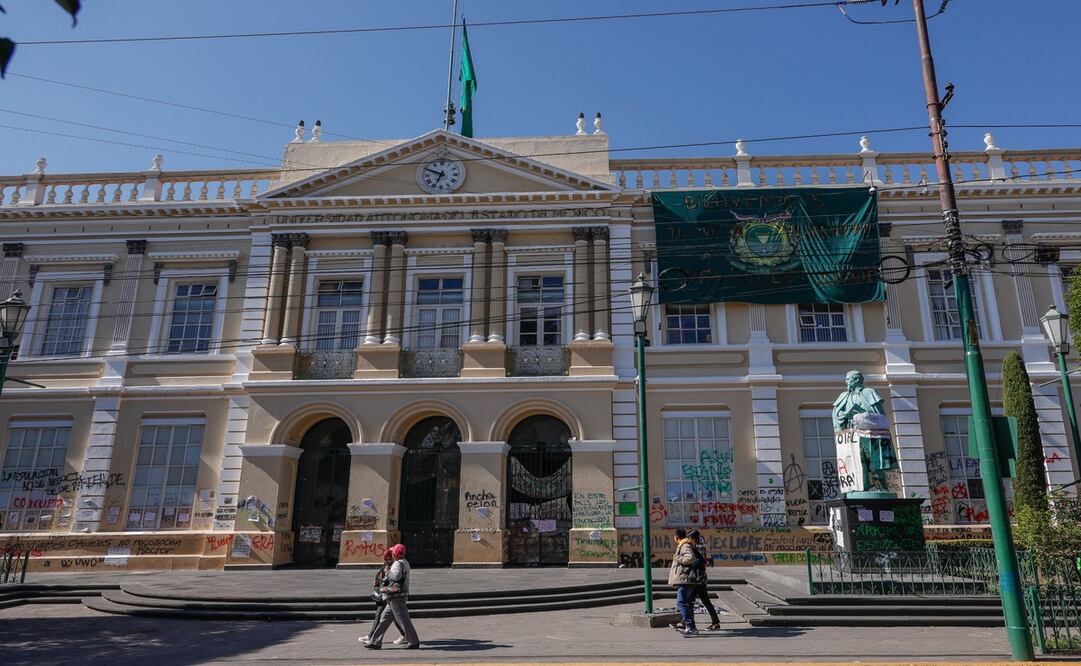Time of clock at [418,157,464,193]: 6:49
